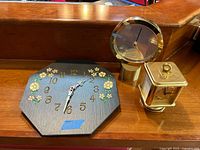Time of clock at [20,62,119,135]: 1:32
